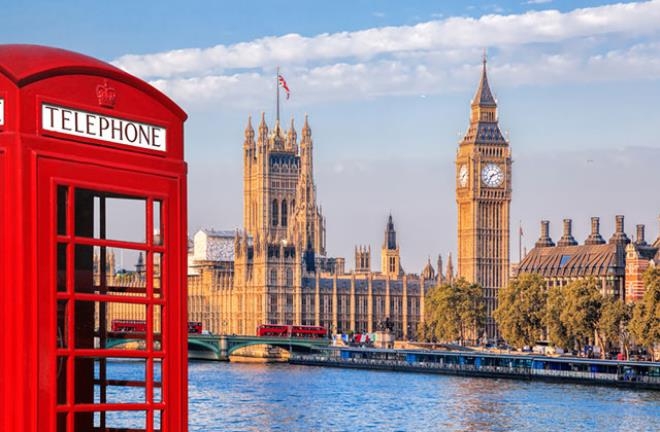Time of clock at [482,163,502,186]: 7:11
